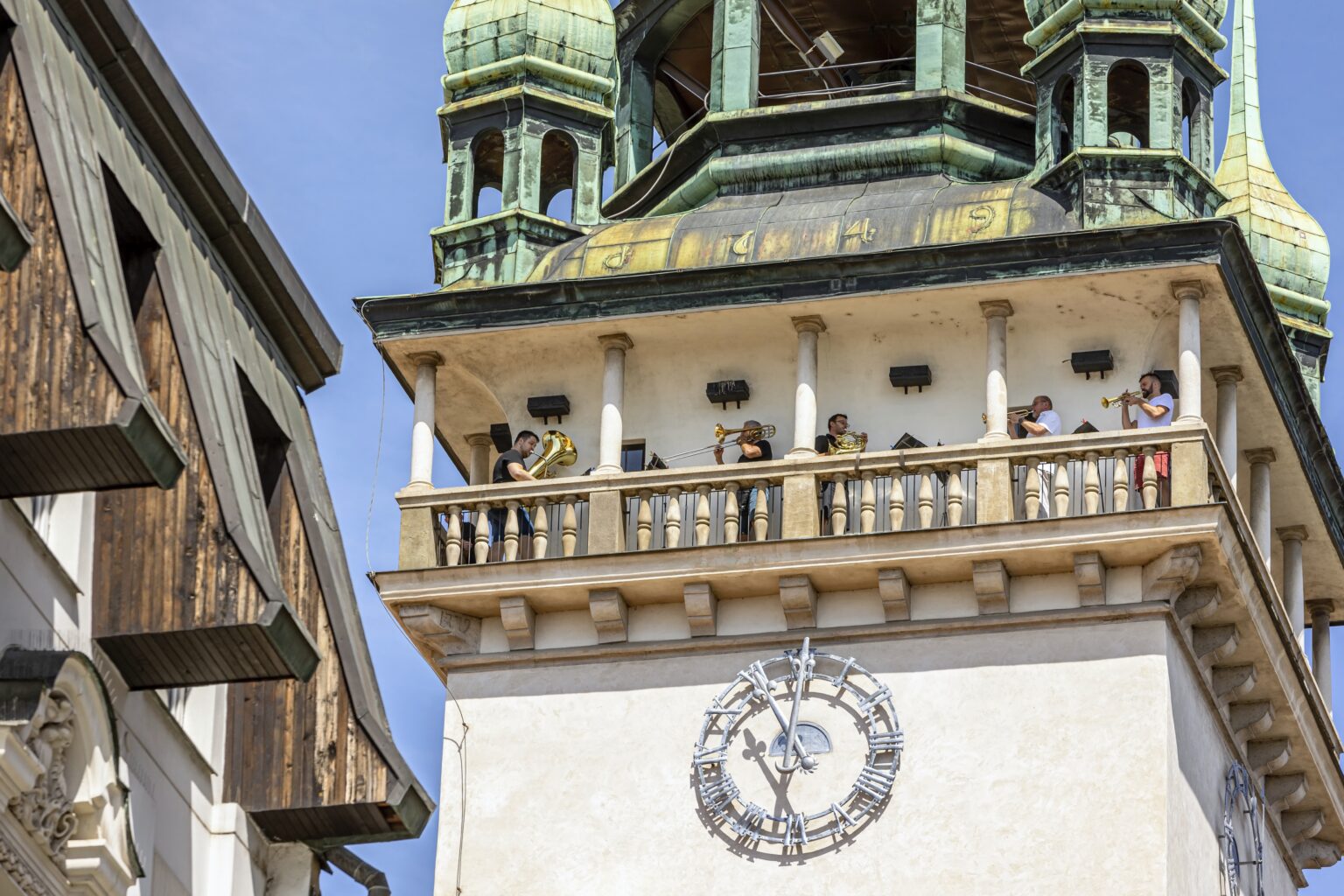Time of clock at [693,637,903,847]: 10:32
